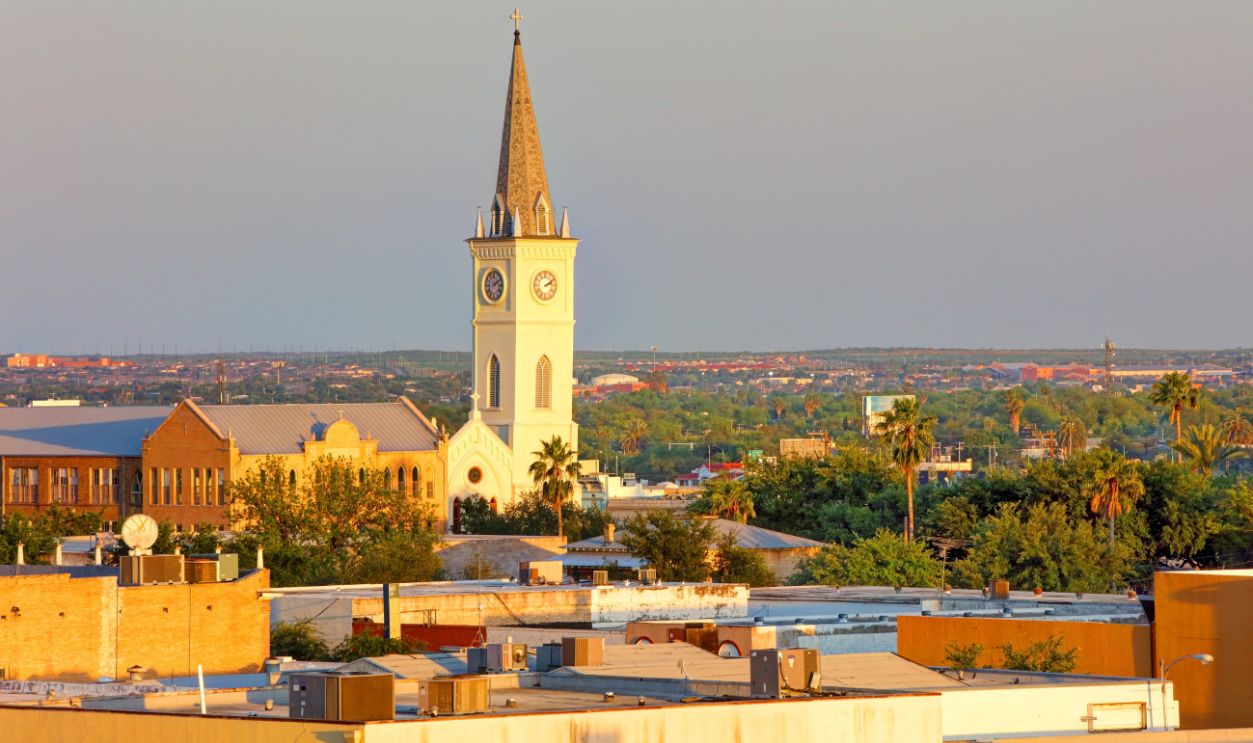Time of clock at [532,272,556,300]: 2:09
